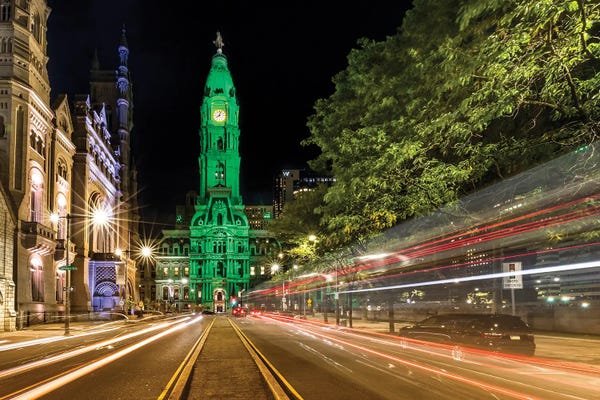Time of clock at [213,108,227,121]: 8:03
